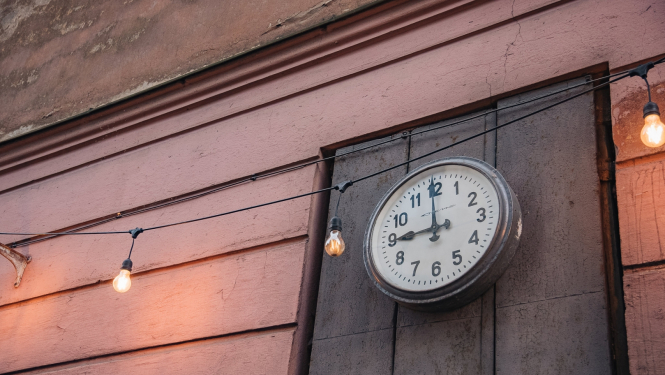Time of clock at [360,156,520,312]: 8:59
